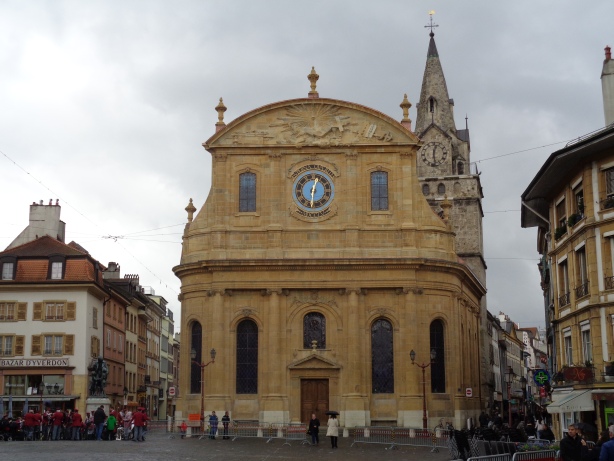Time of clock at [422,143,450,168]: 12:28
